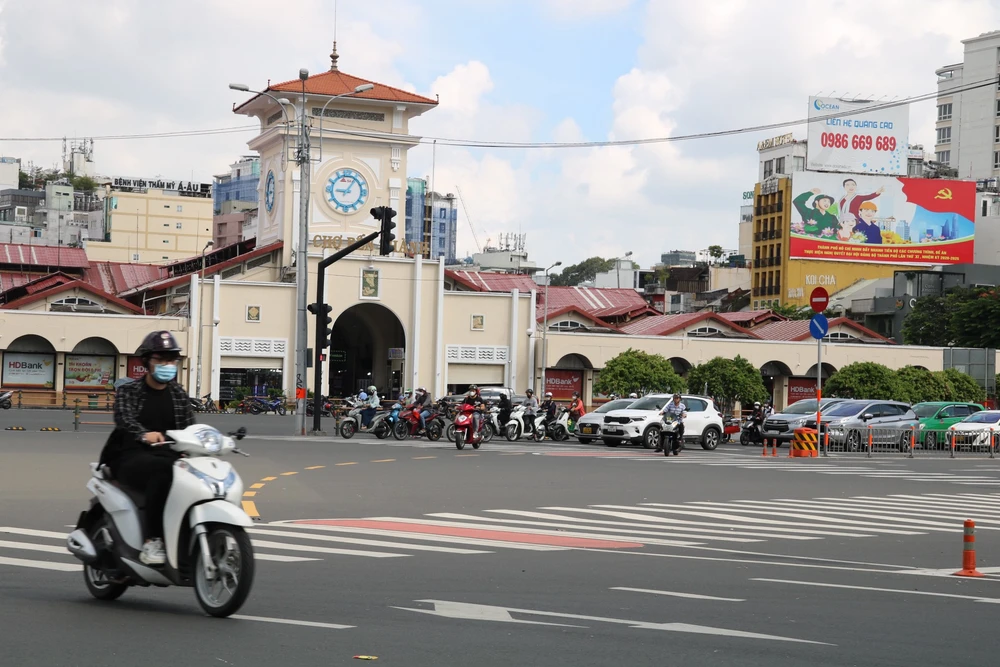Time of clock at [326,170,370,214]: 9:05
